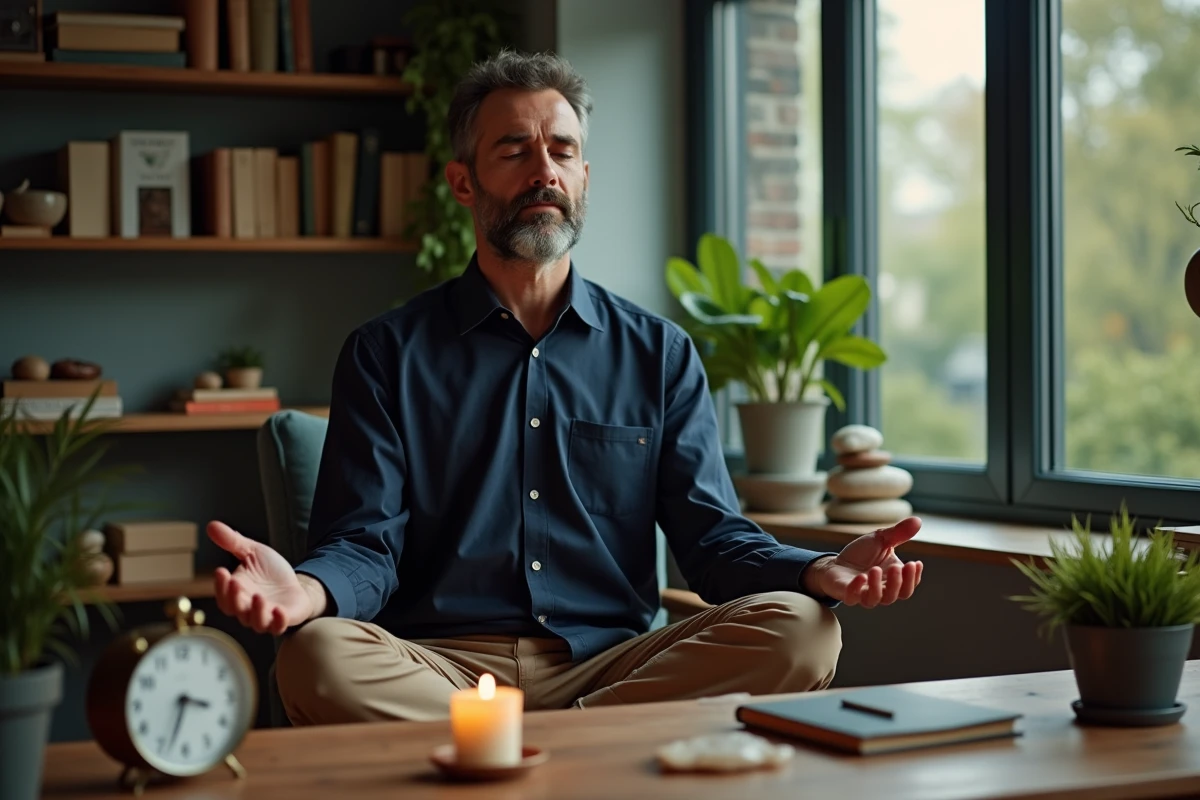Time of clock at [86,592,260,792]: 3:33
